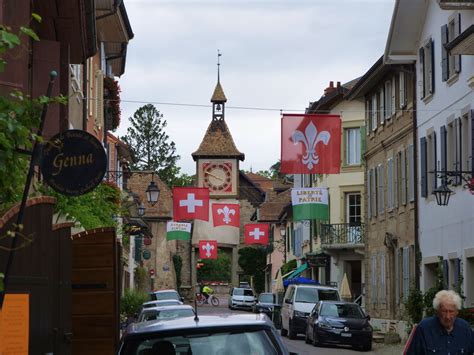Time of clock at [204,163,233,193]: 3:48
